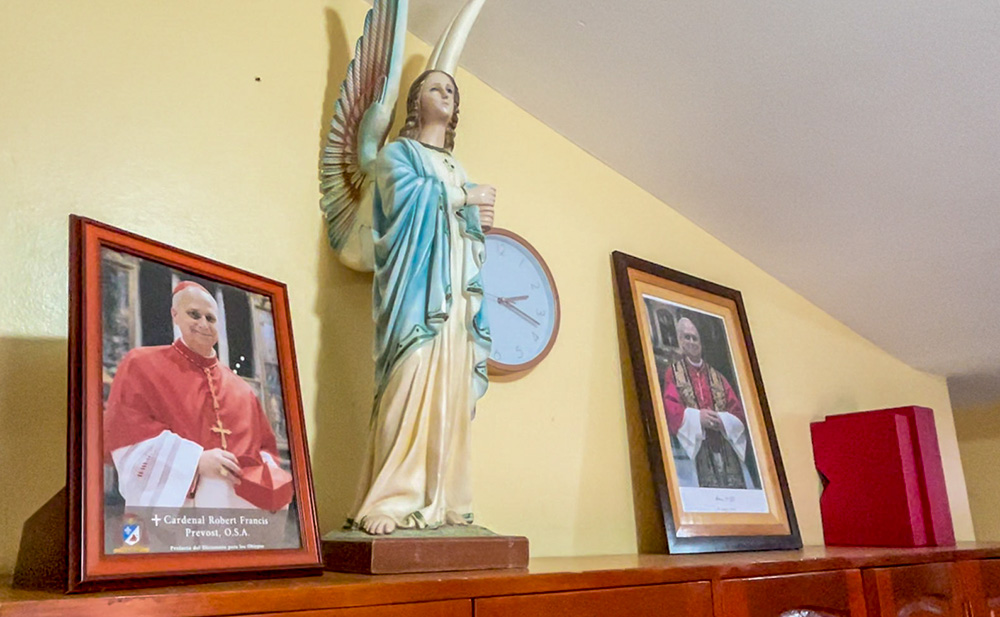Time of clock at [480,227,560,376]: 2:17
